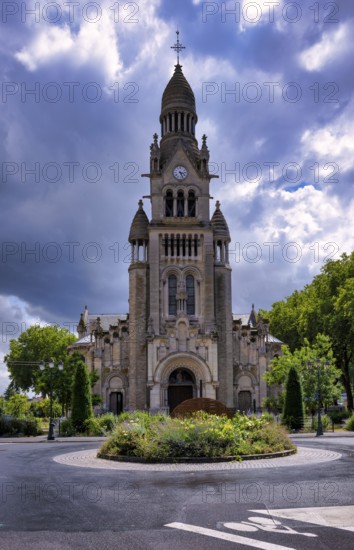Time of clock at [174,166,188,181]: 3:26
